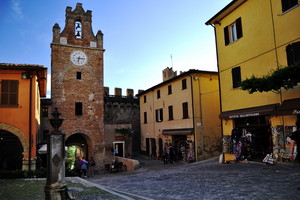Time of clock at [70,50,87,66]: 6:15
